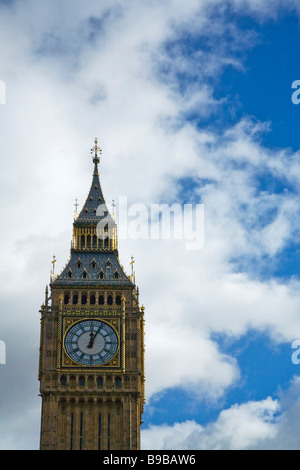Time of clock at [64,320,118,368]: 12:04
